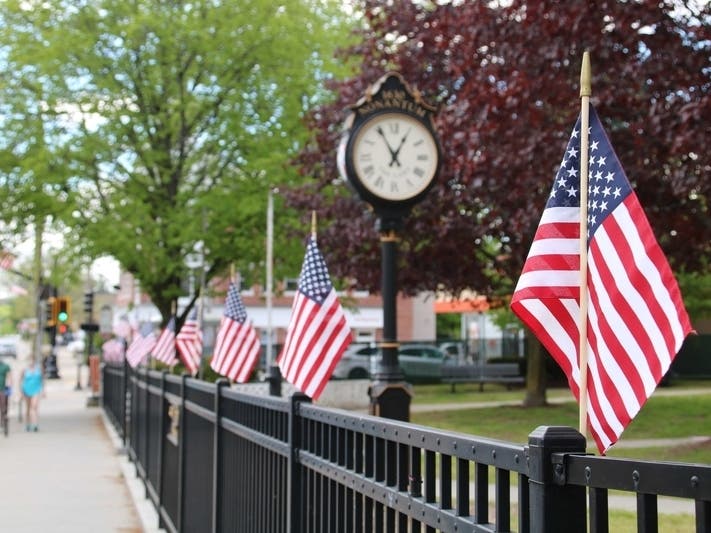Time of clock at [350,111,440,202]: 12:55
